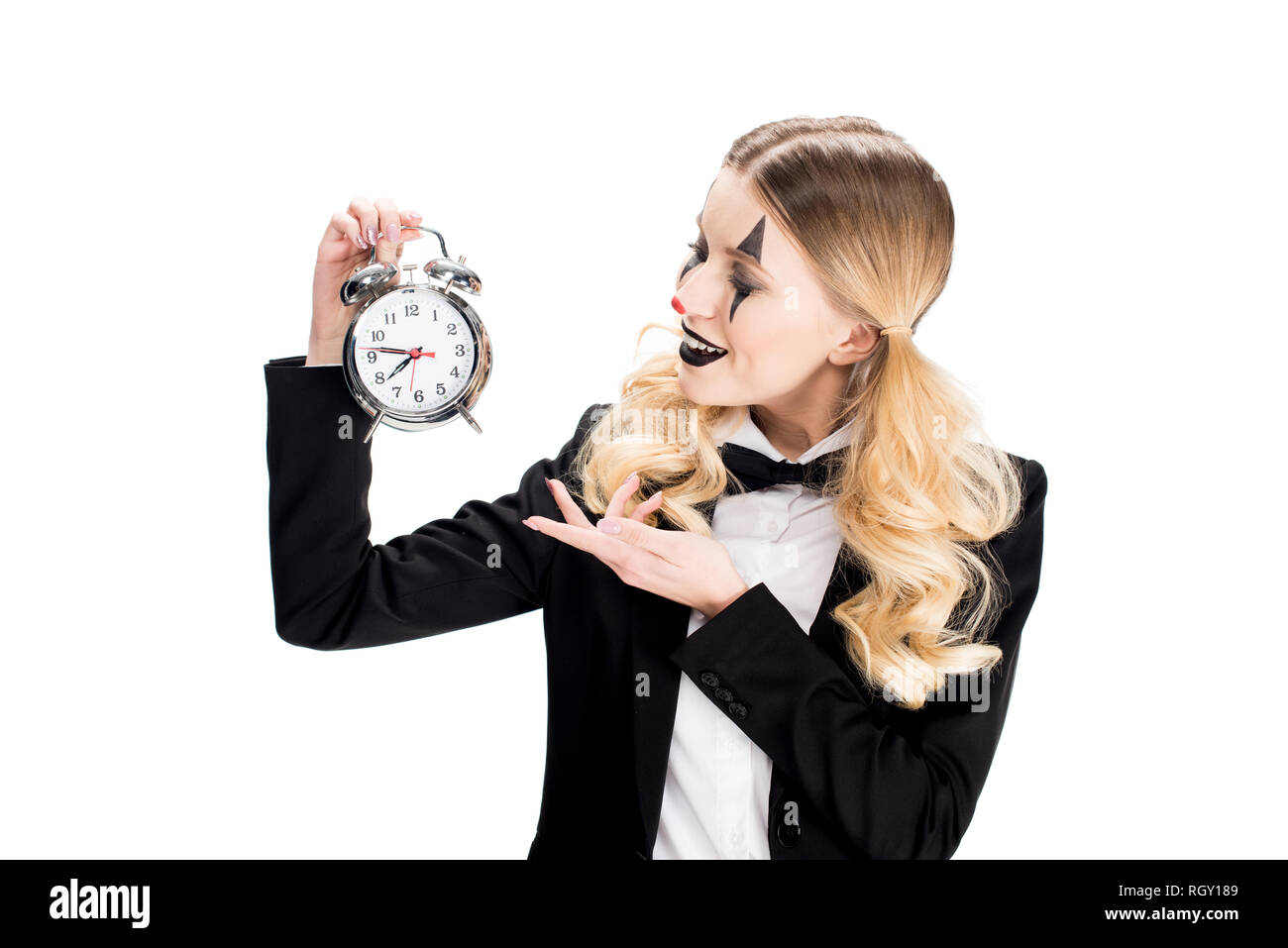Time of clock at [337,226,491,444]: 7:46
